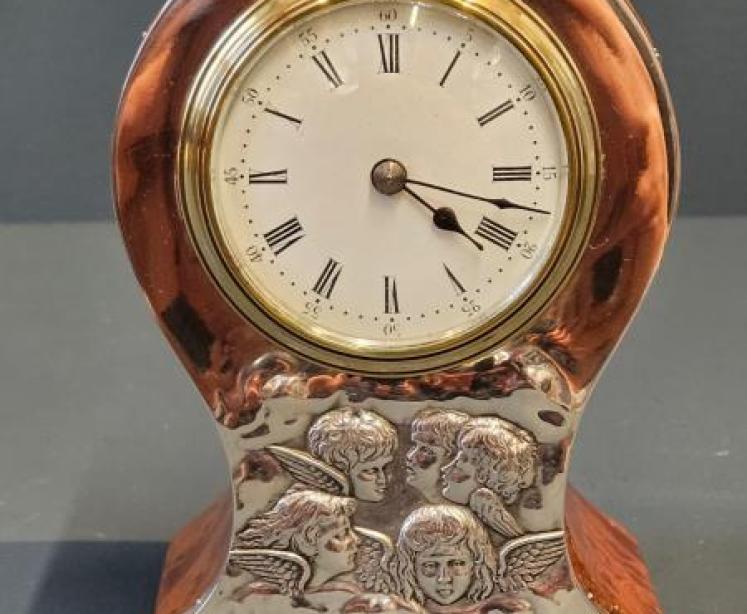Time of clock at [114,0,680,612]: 4:17
